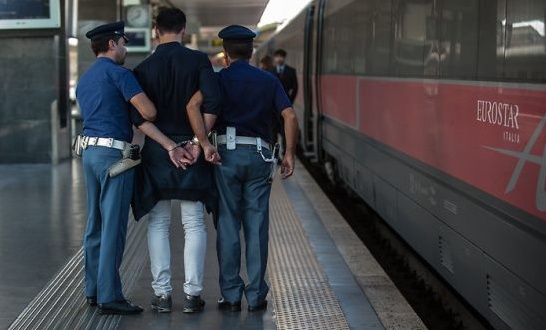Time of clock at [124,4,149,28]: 12:40
